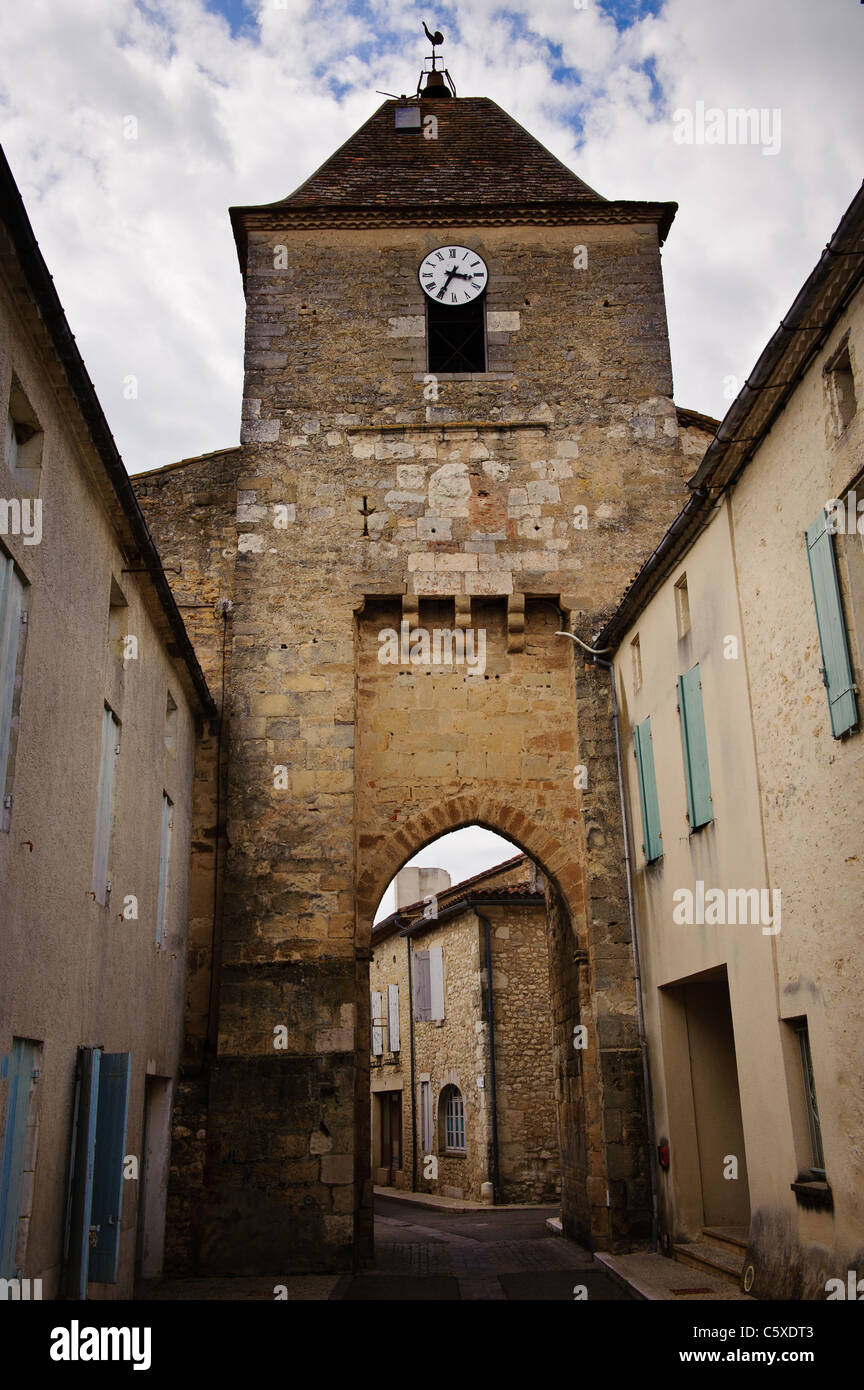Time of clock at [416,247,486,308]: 3:34
